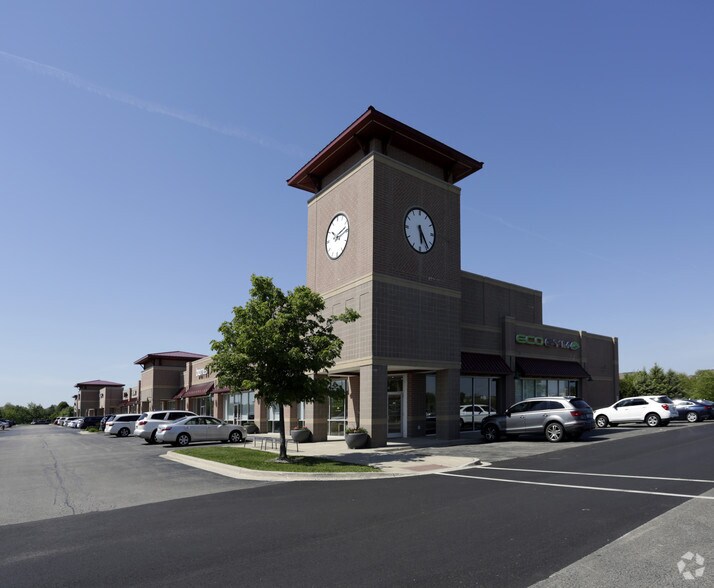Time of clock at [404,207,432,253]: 5:23
